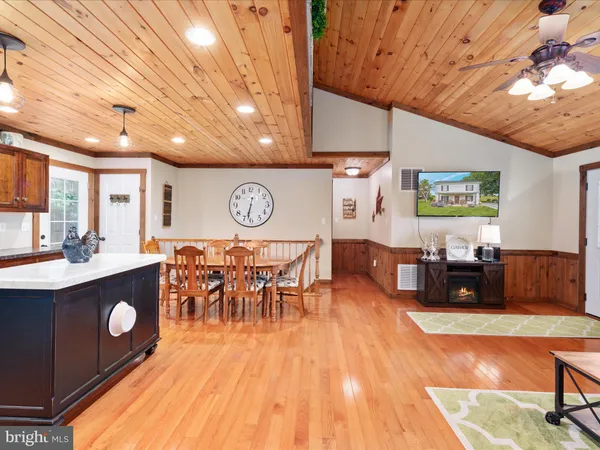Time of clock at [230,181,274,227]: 6:32
